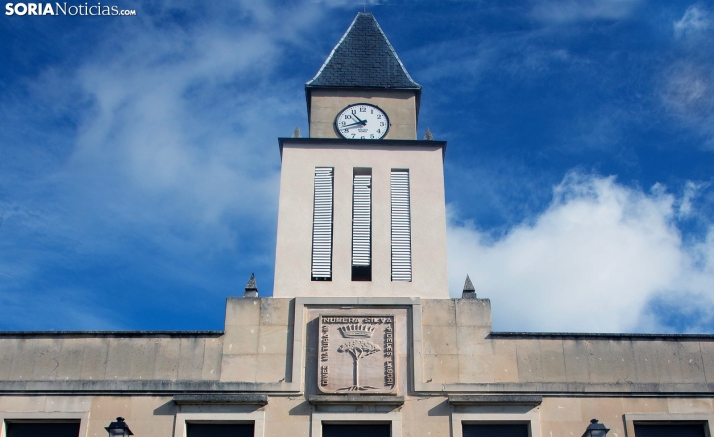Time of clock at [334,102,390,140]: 10:42
